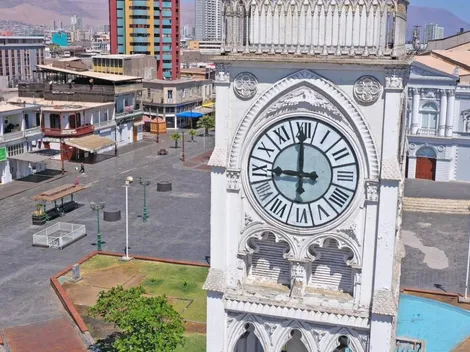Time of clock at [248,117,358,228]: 8:59
